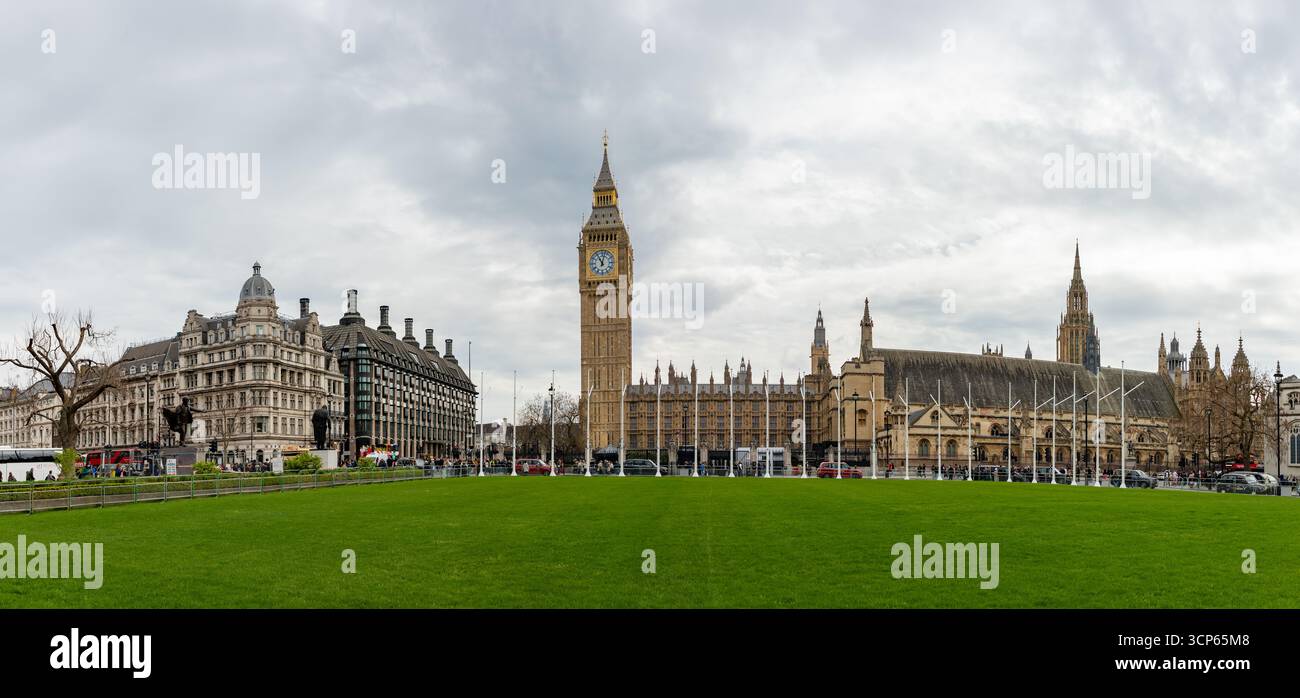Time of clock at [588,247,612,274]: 11:02
